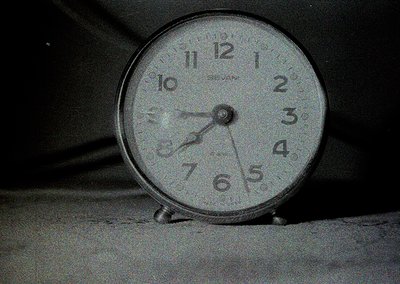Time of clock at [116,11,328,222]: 7:45
